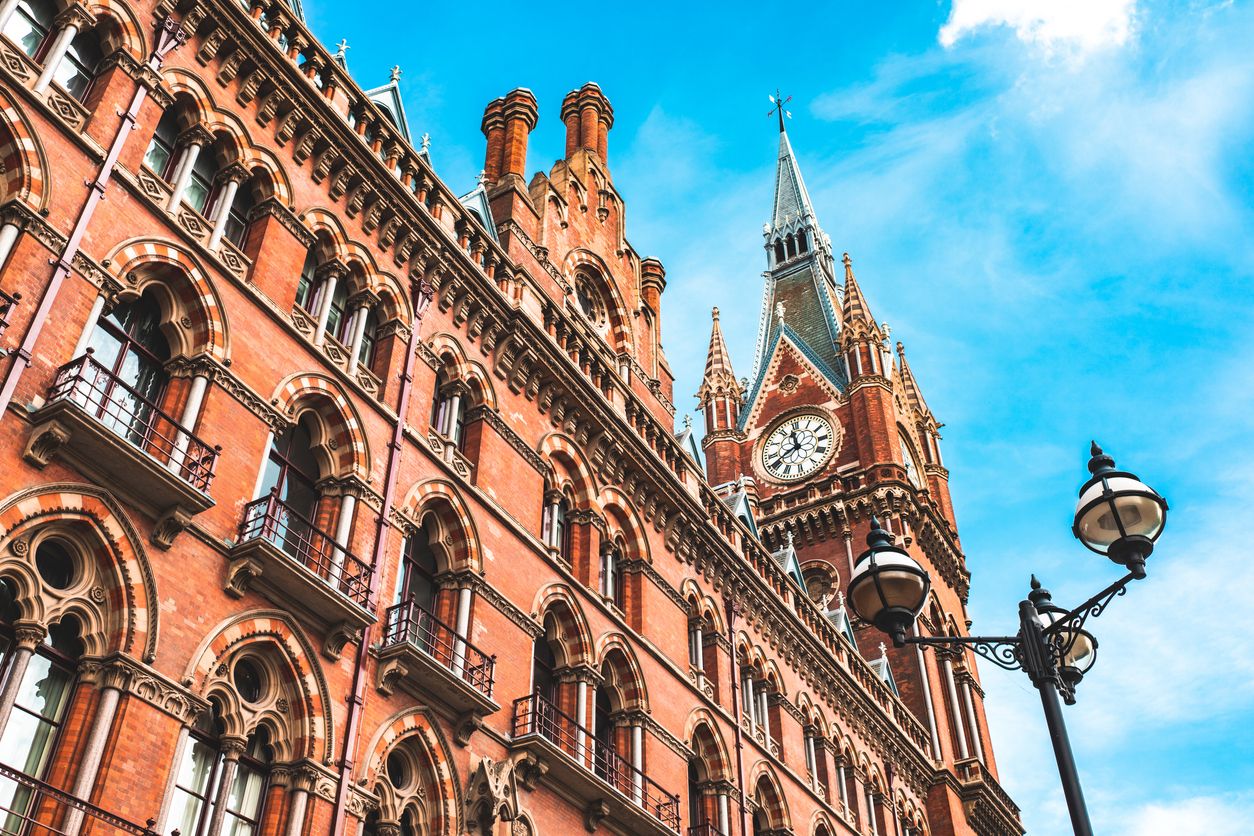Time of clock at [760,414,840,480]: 11:41
